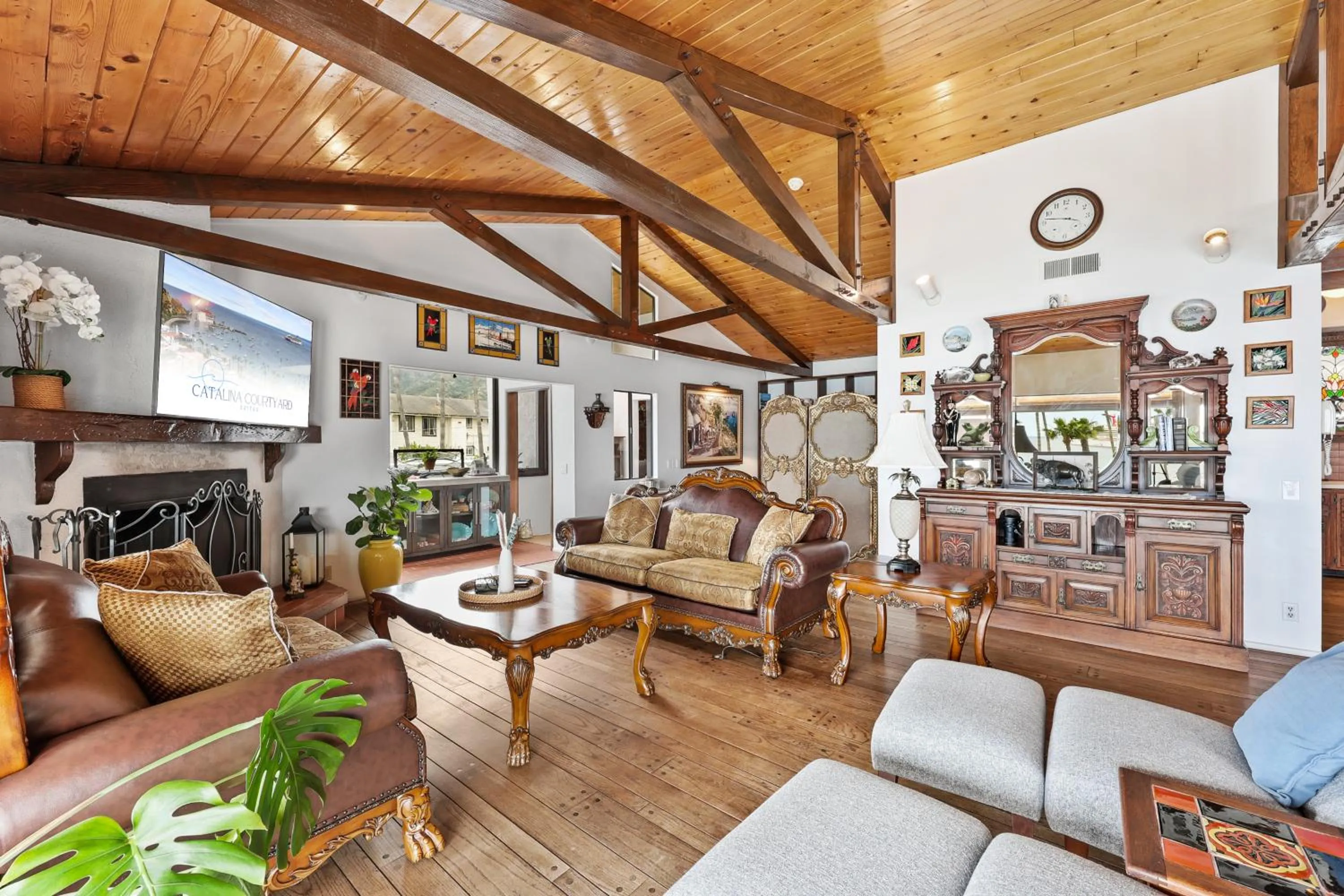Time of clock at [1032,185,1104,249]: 3:46
